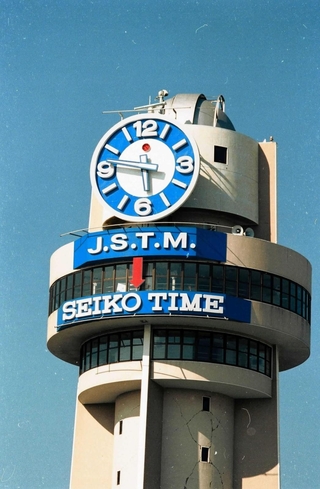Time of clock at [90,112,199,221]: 5:46
